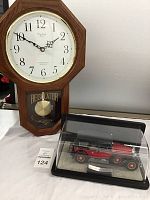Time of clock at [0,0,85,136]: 1:50
